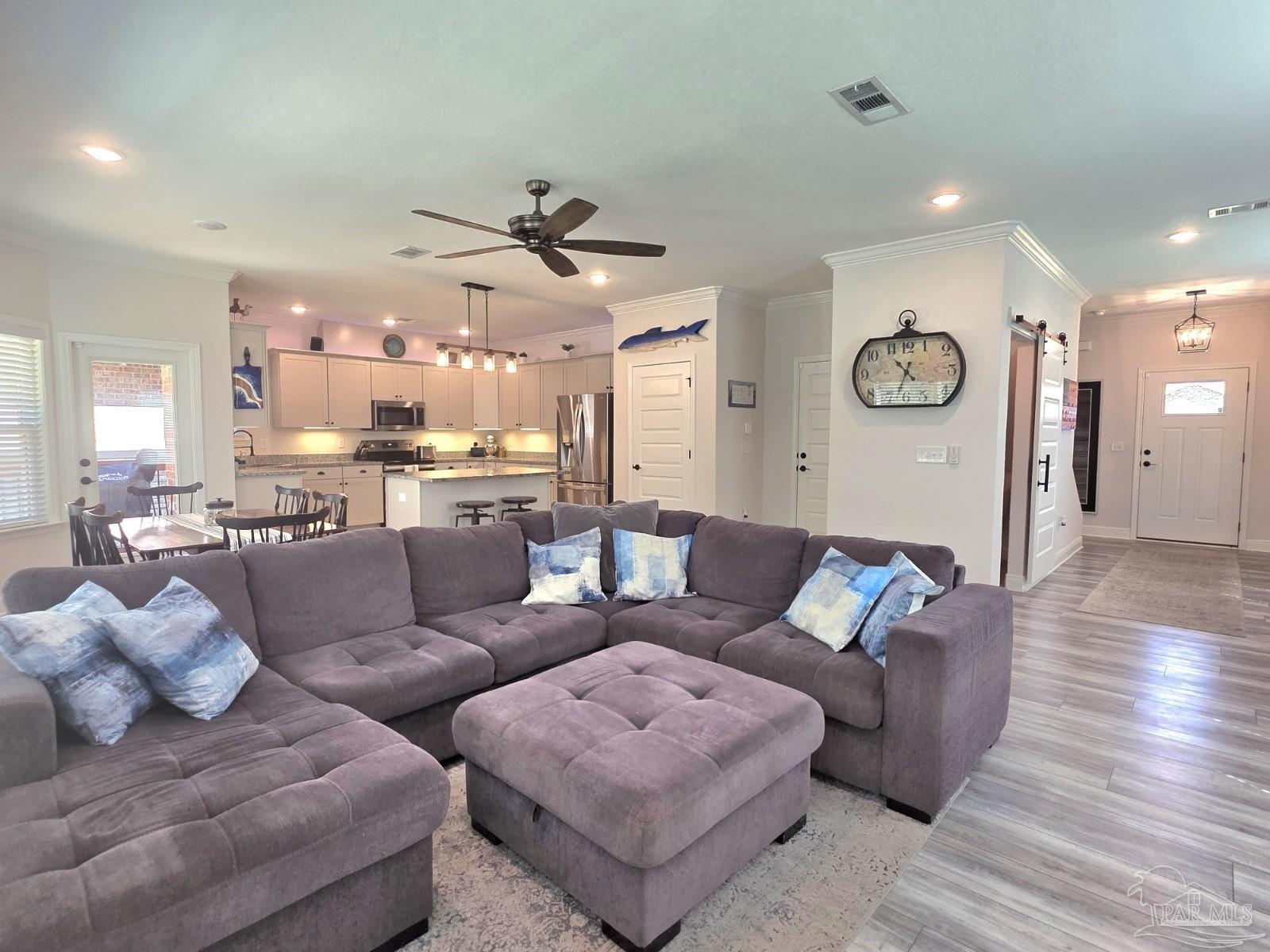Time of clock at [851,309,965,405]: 4:33
